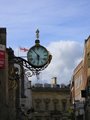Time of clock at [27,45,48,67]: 5:53
